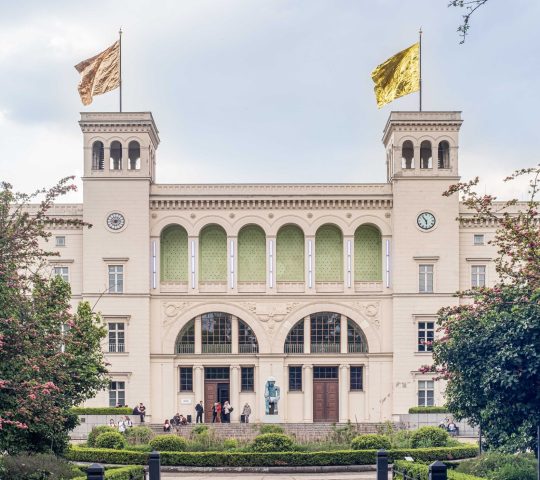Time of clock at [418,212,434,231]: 5:54
